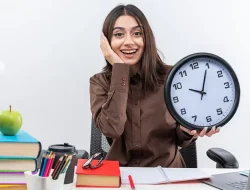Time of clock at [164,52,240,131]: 10:04
